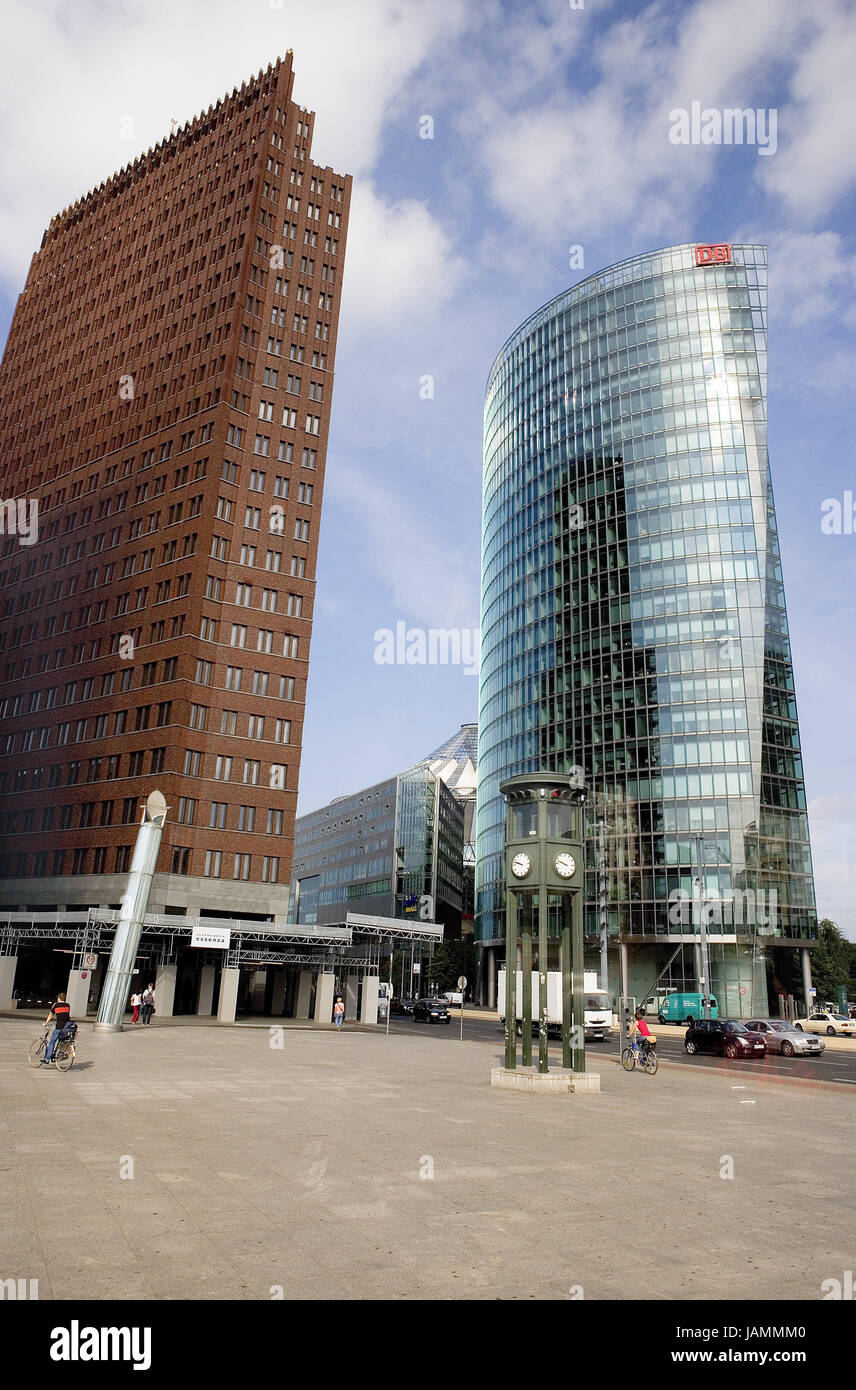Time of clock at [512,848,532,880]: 9:47
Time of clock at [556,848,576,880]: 9:47
